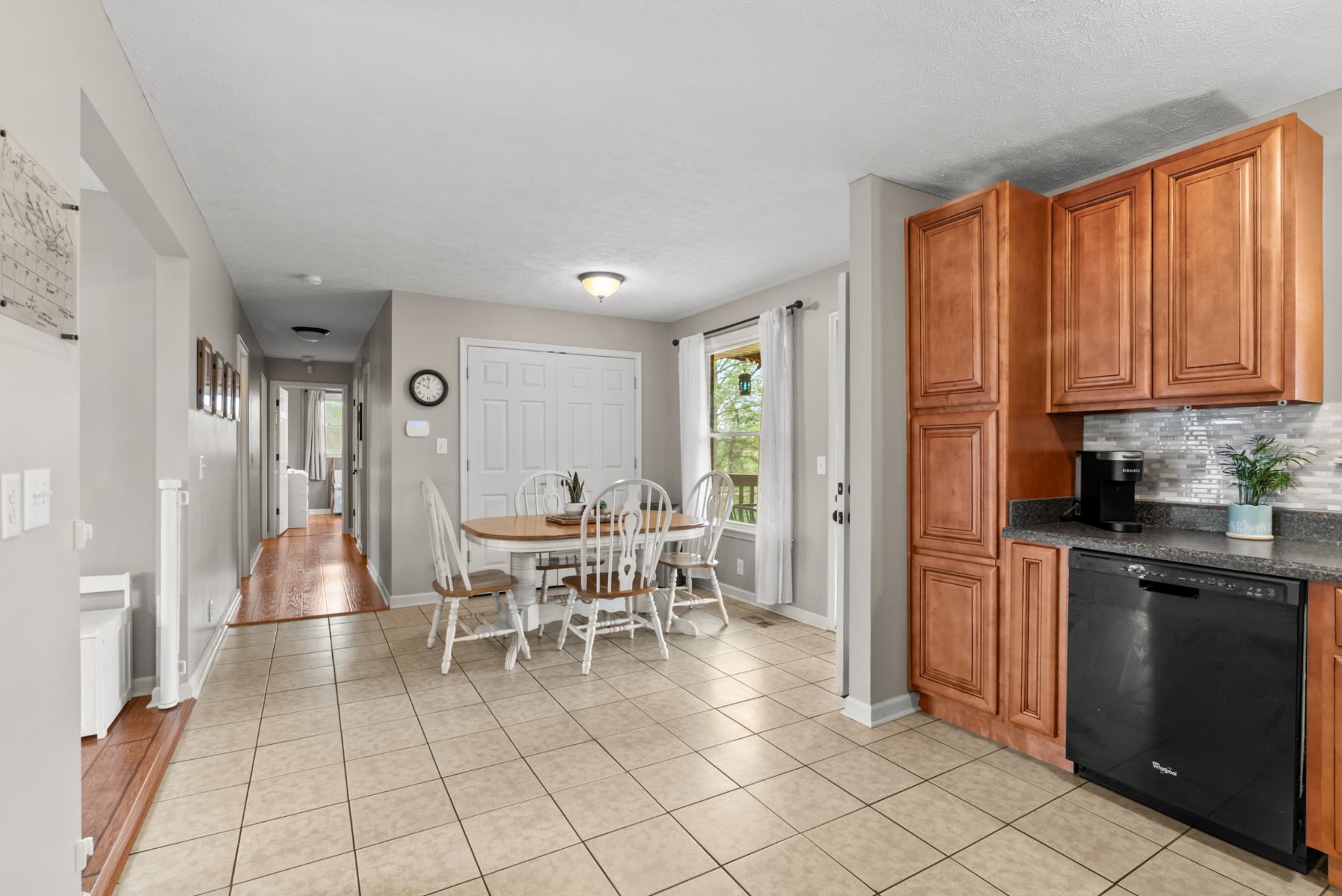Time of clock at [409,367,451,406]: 10:00
